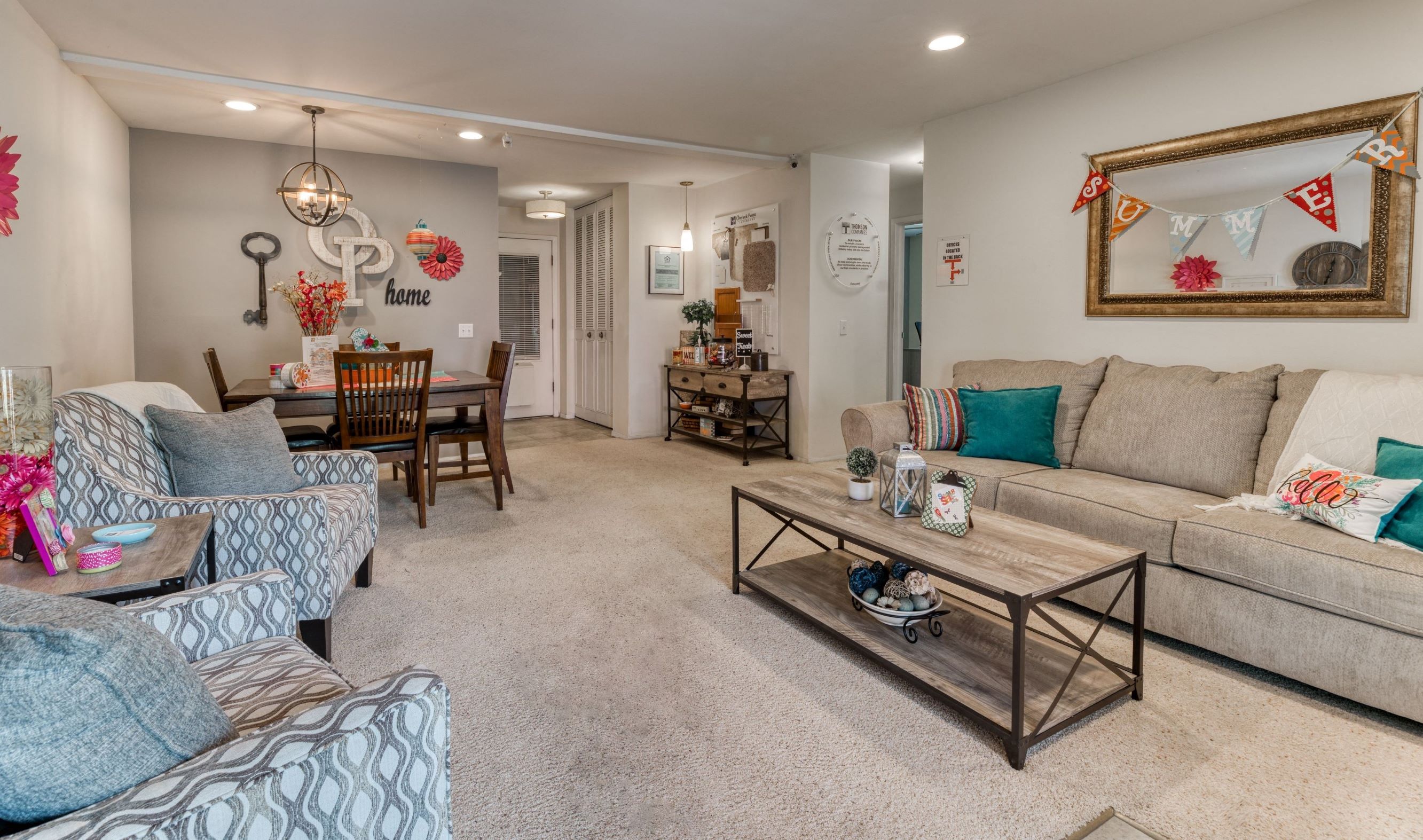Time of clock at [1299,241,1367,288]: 12:32
